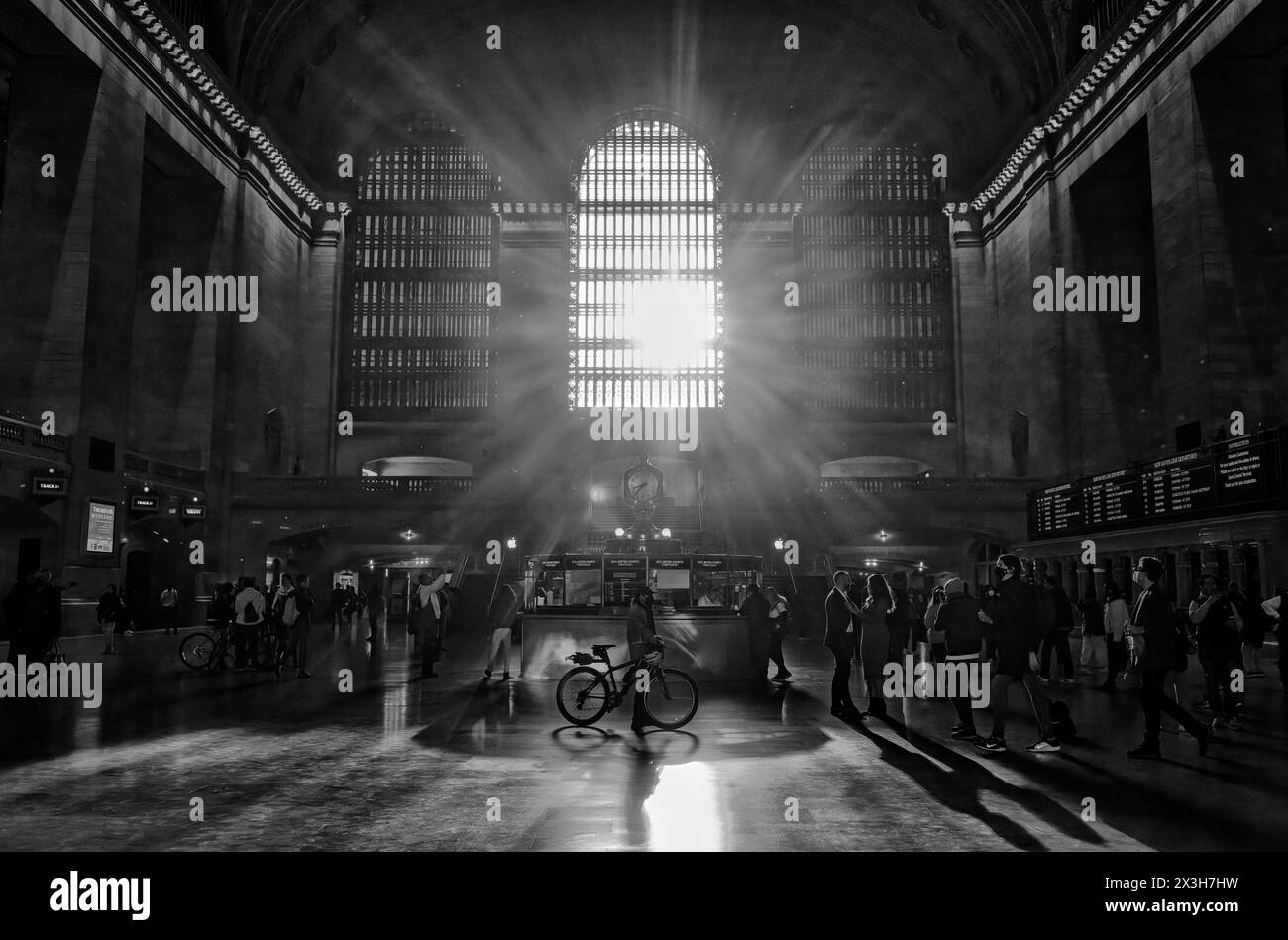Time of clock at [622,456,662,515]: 8:37
